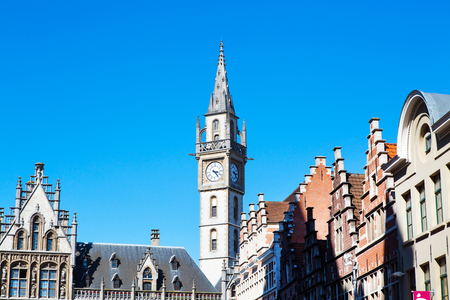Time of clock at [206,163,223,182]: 3:23
